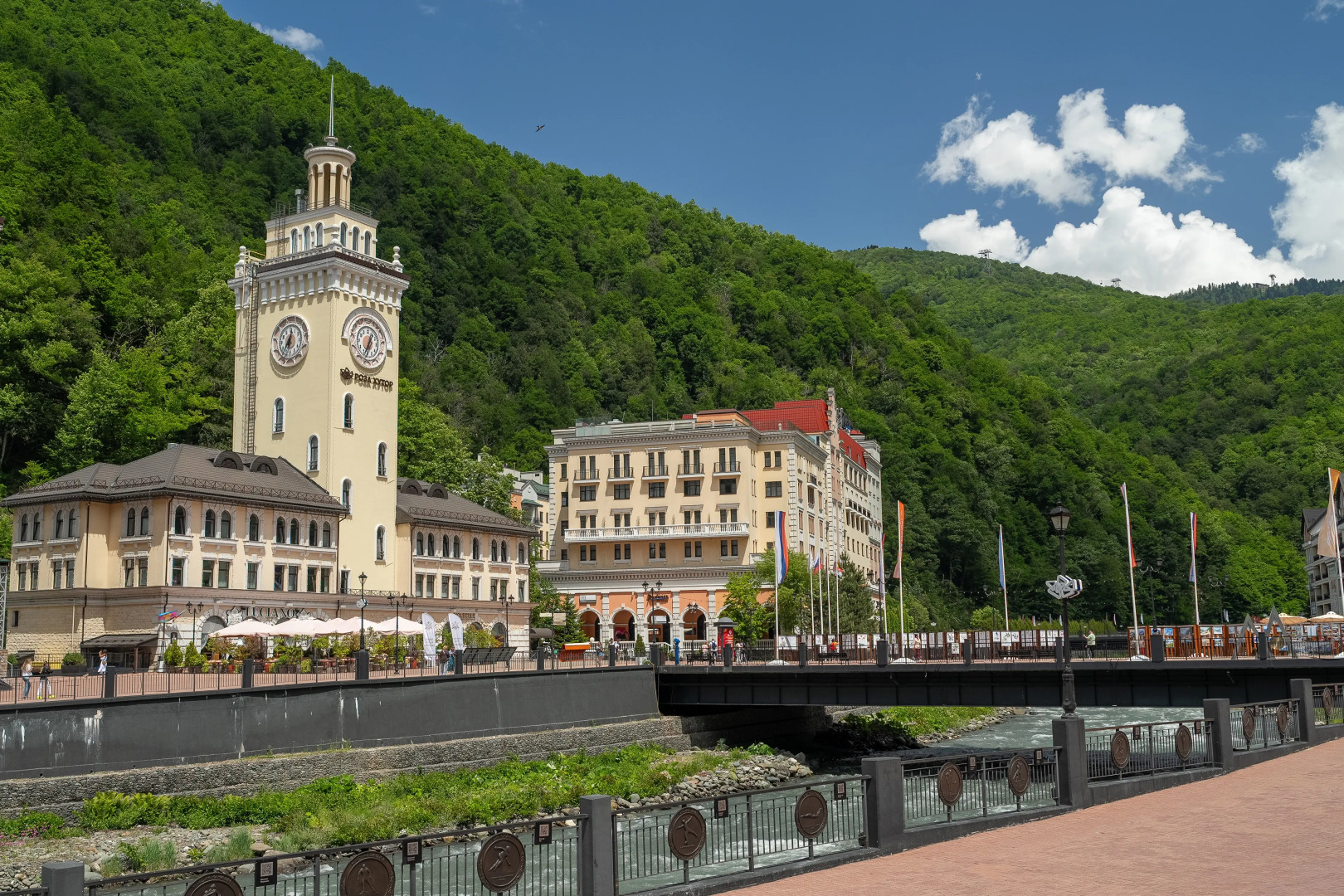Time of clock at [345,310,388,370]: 6:34
